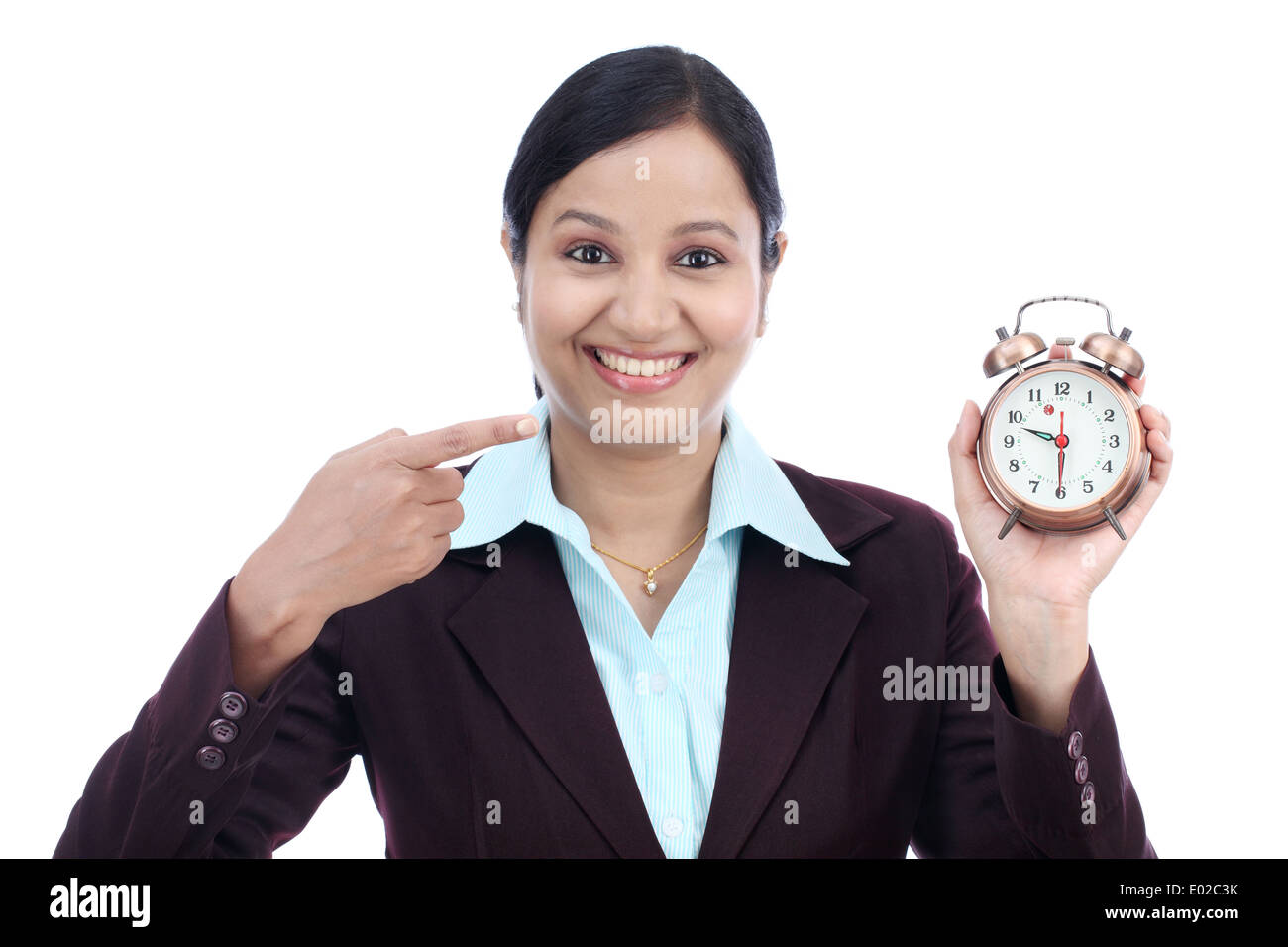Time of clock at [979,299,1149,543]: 9:30
